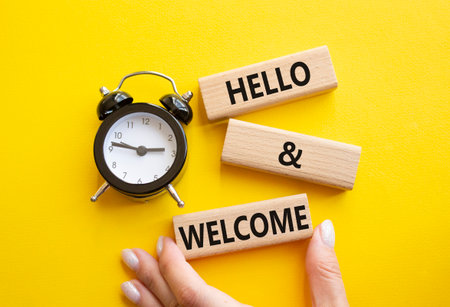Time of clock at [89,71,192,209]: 2:46
